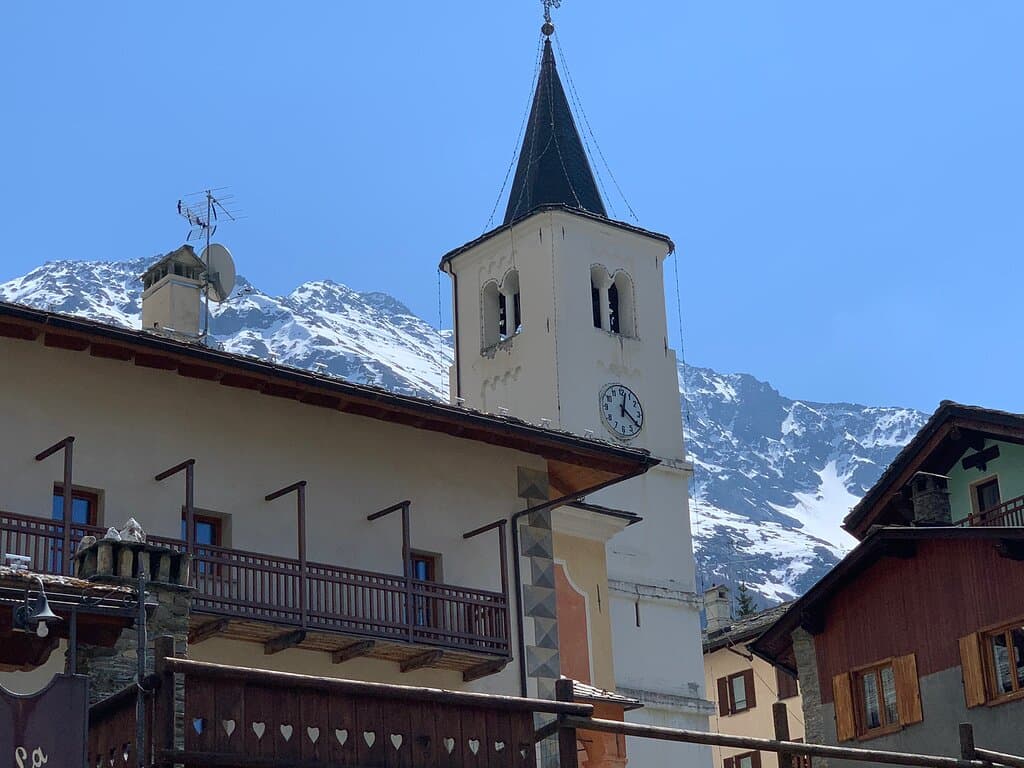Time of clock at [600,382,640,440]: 12:20
